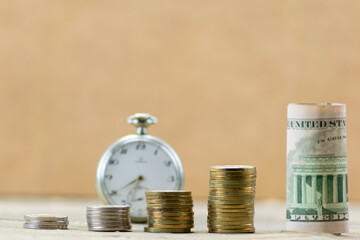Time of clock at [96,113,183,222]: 6:39
